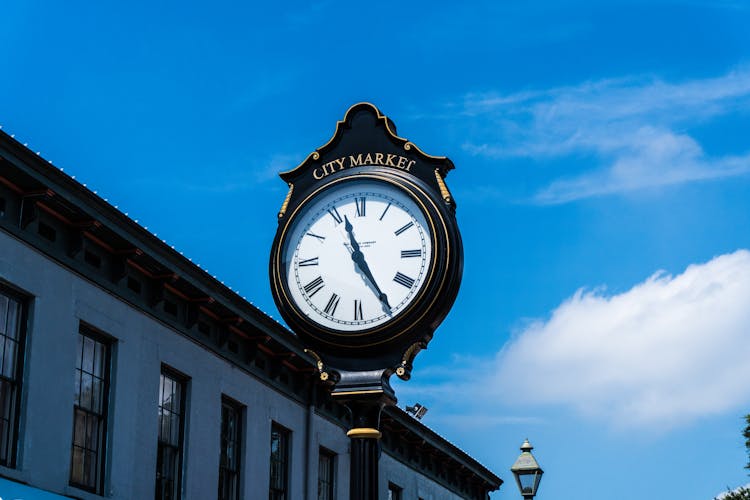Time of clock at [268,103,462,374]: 11:24
